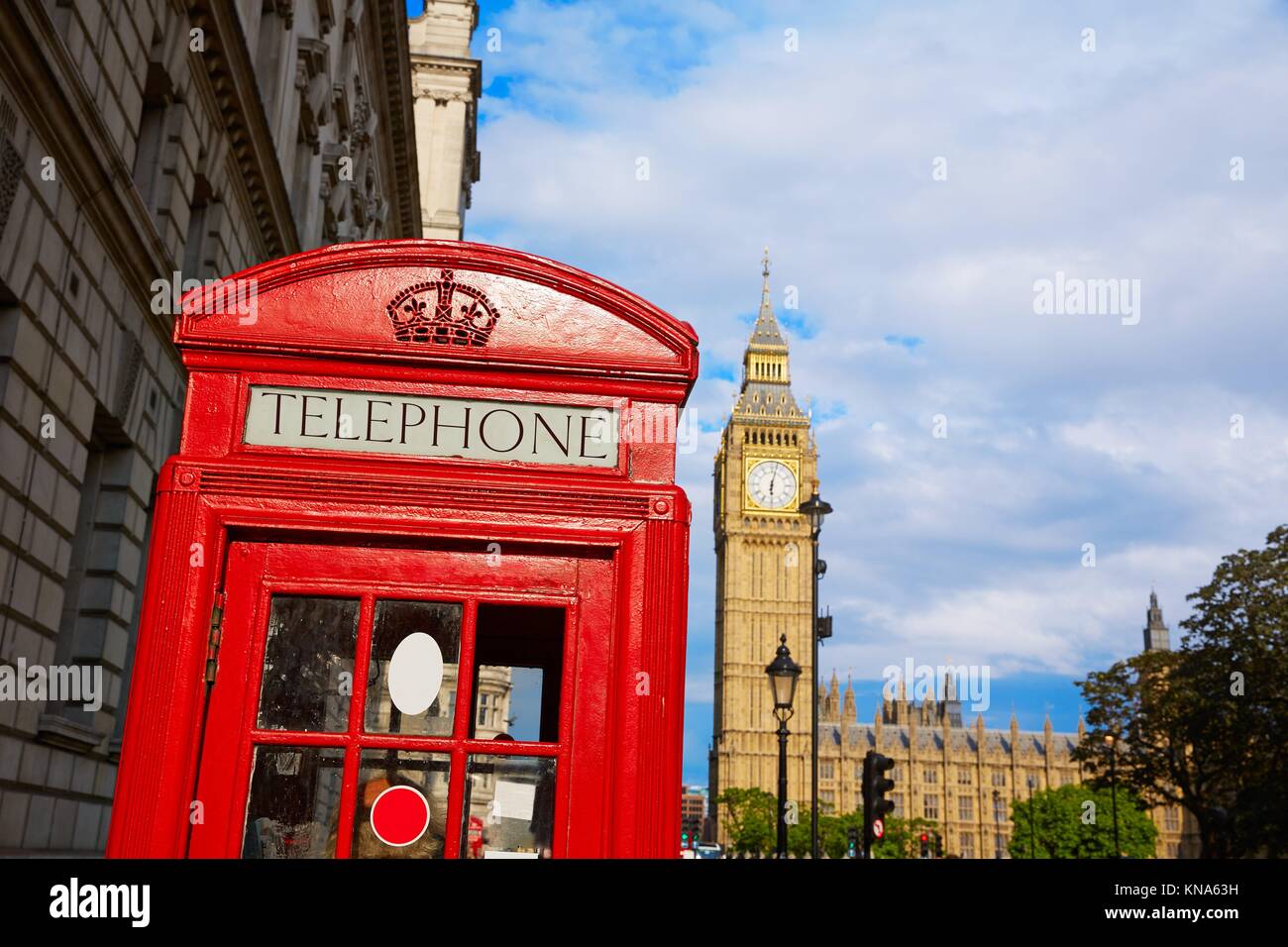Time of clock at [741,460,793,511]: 6:02
